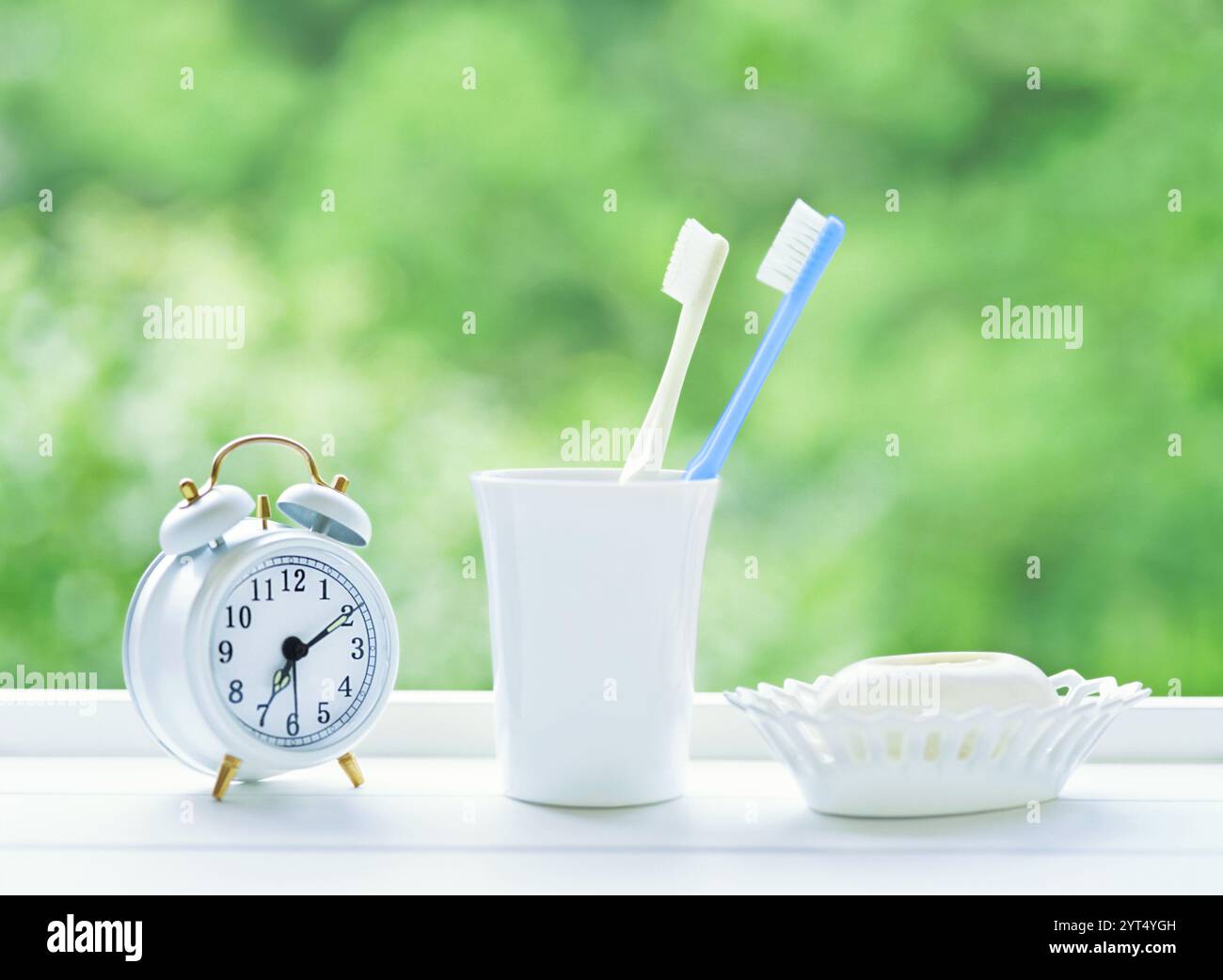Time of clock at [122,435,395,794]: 7:10
